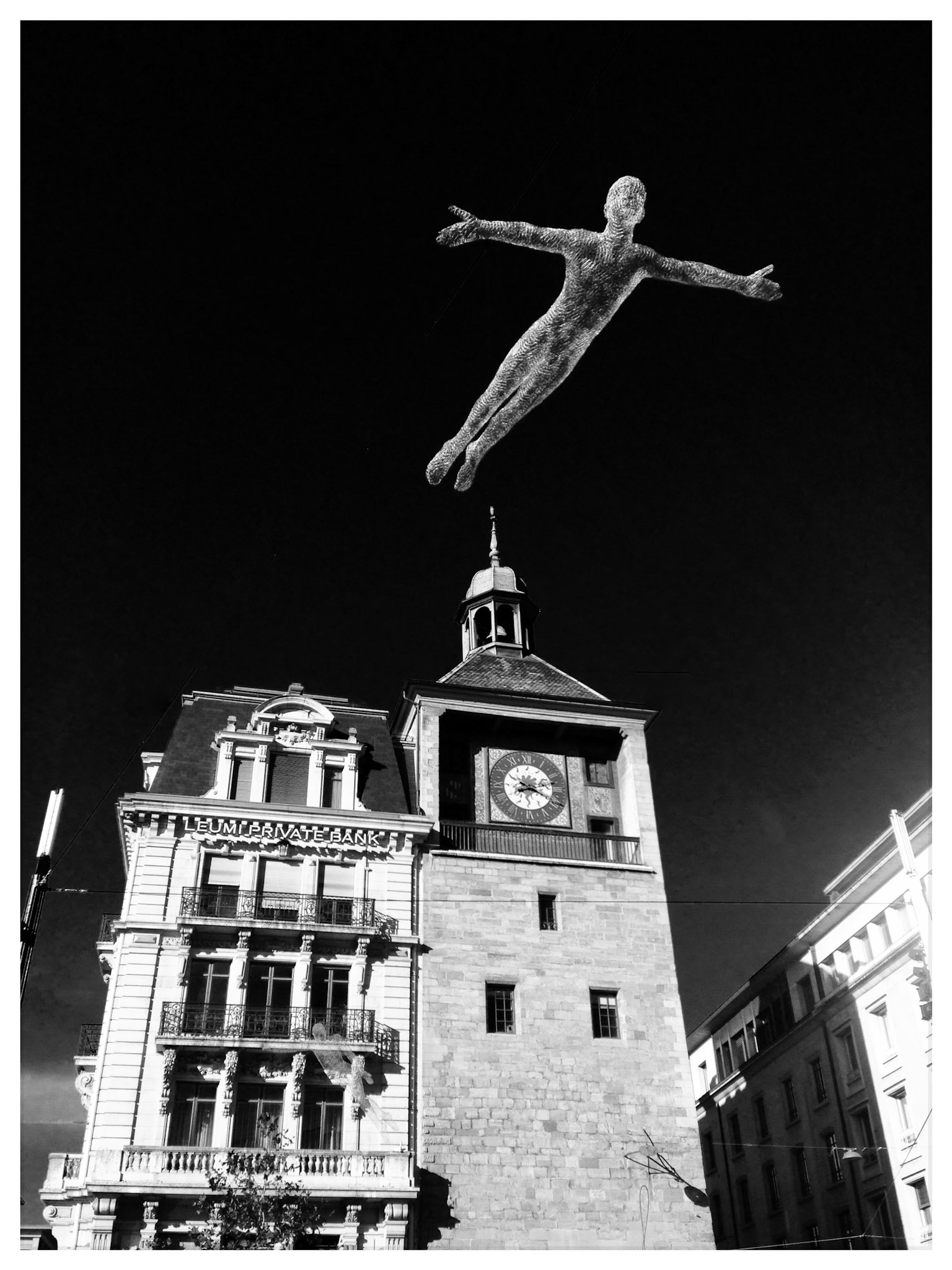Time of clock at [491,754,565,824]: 8:19
